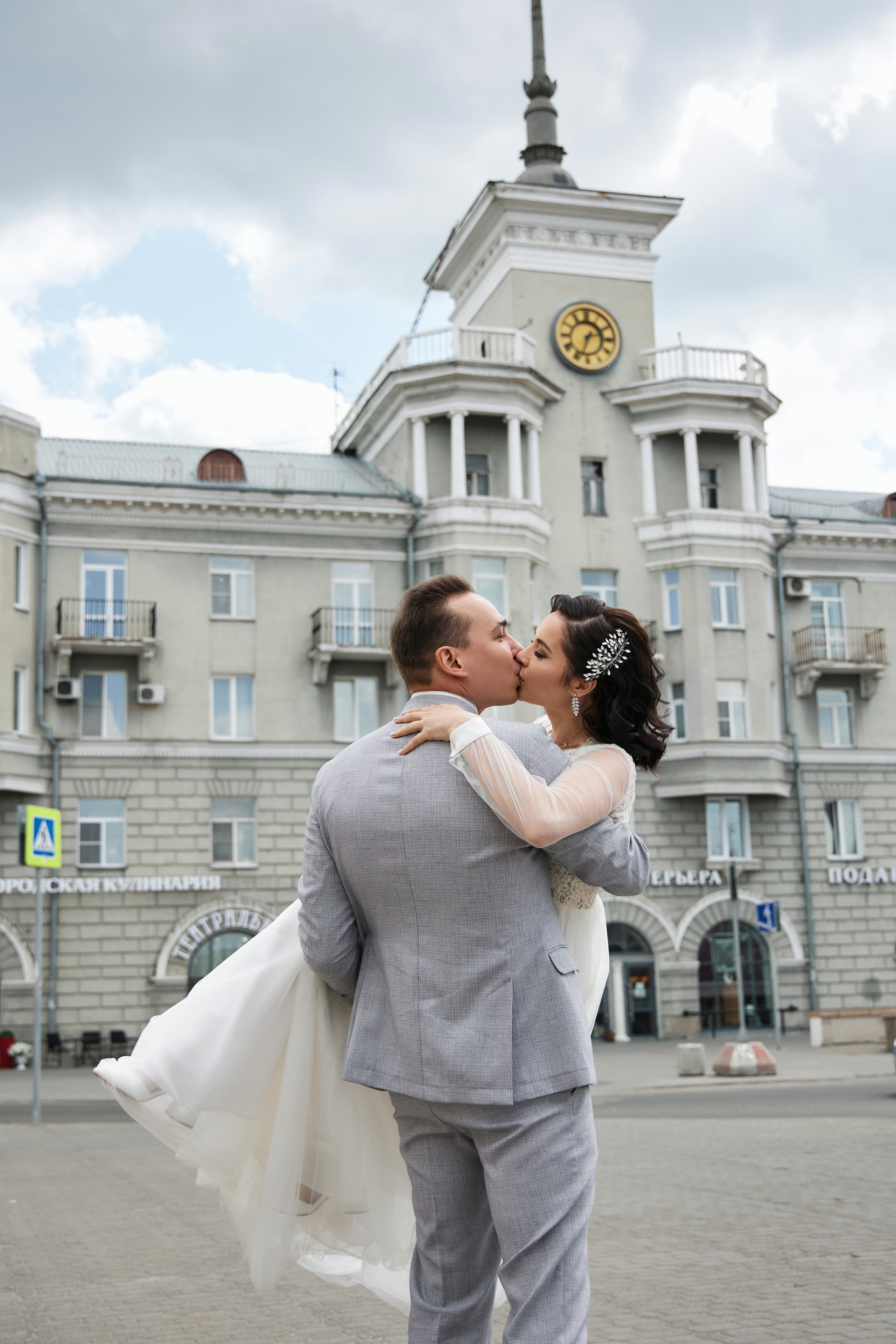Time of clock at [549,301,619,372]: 2:33
